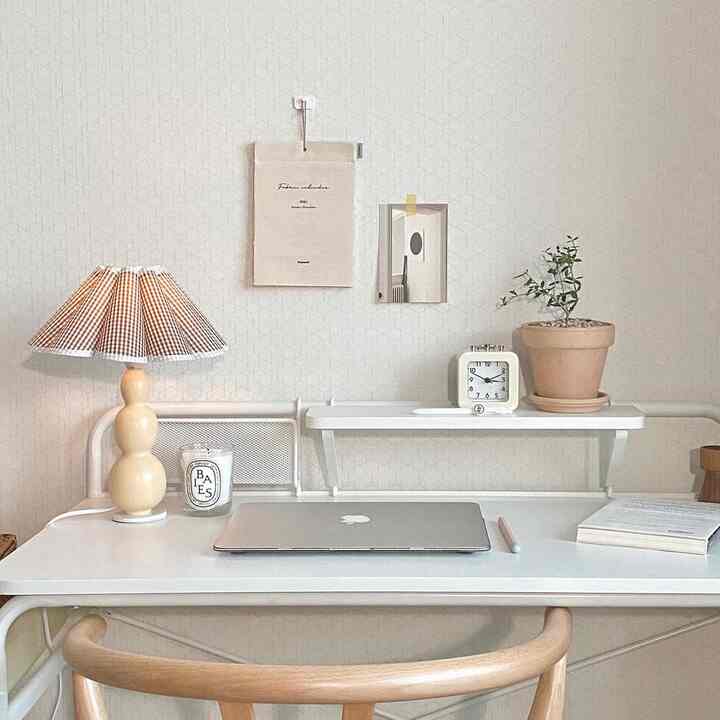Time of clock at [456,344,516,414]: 3:11
